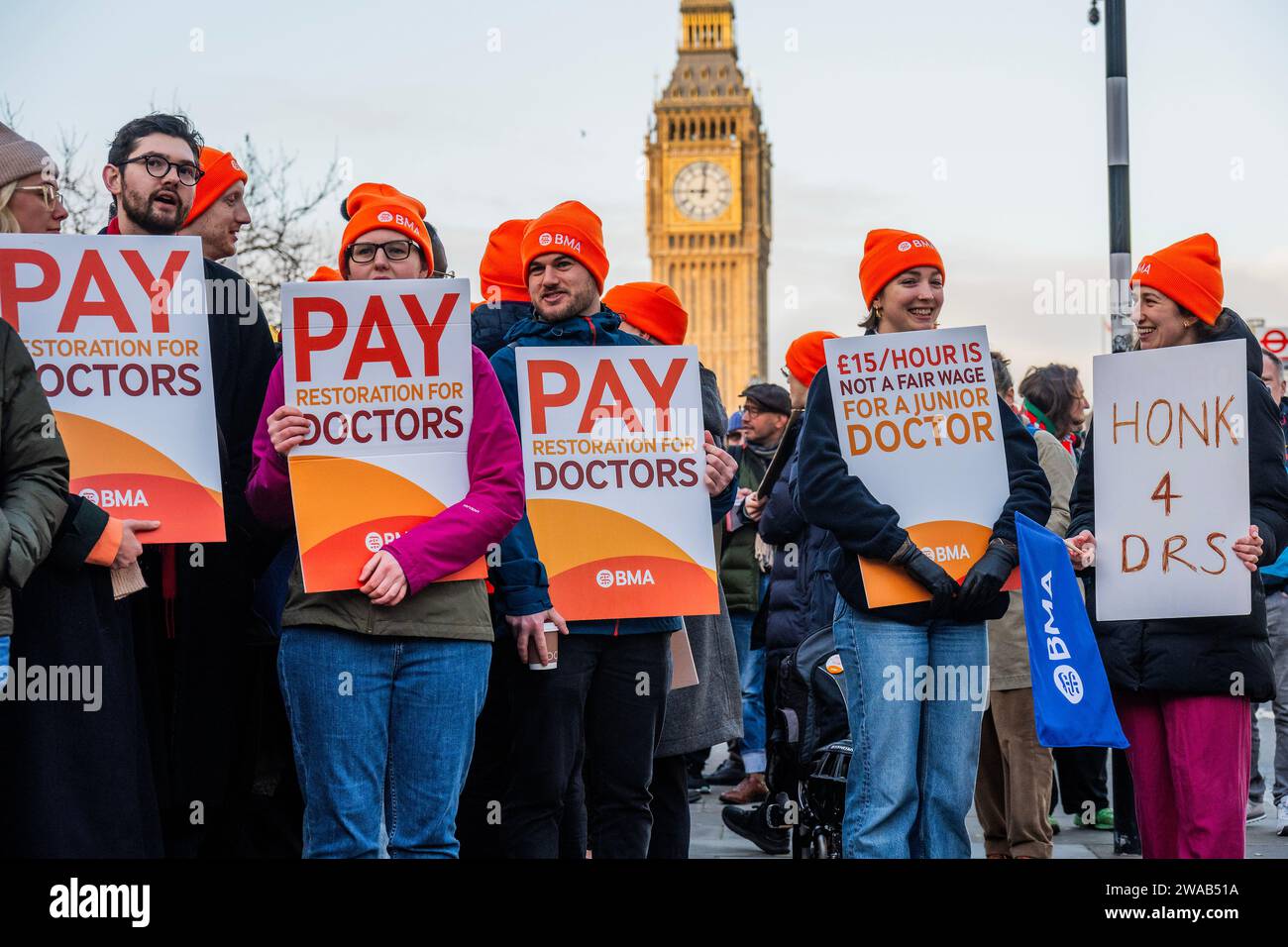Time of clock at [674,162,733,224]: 9:01
